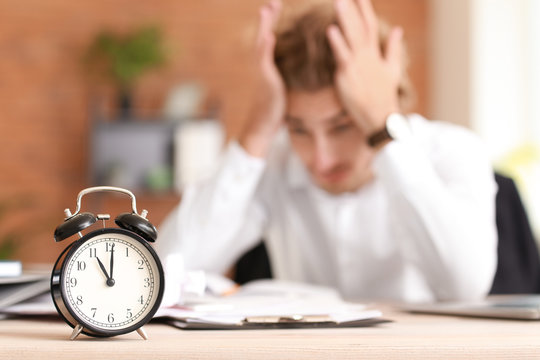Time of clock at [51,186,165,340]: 11:00
